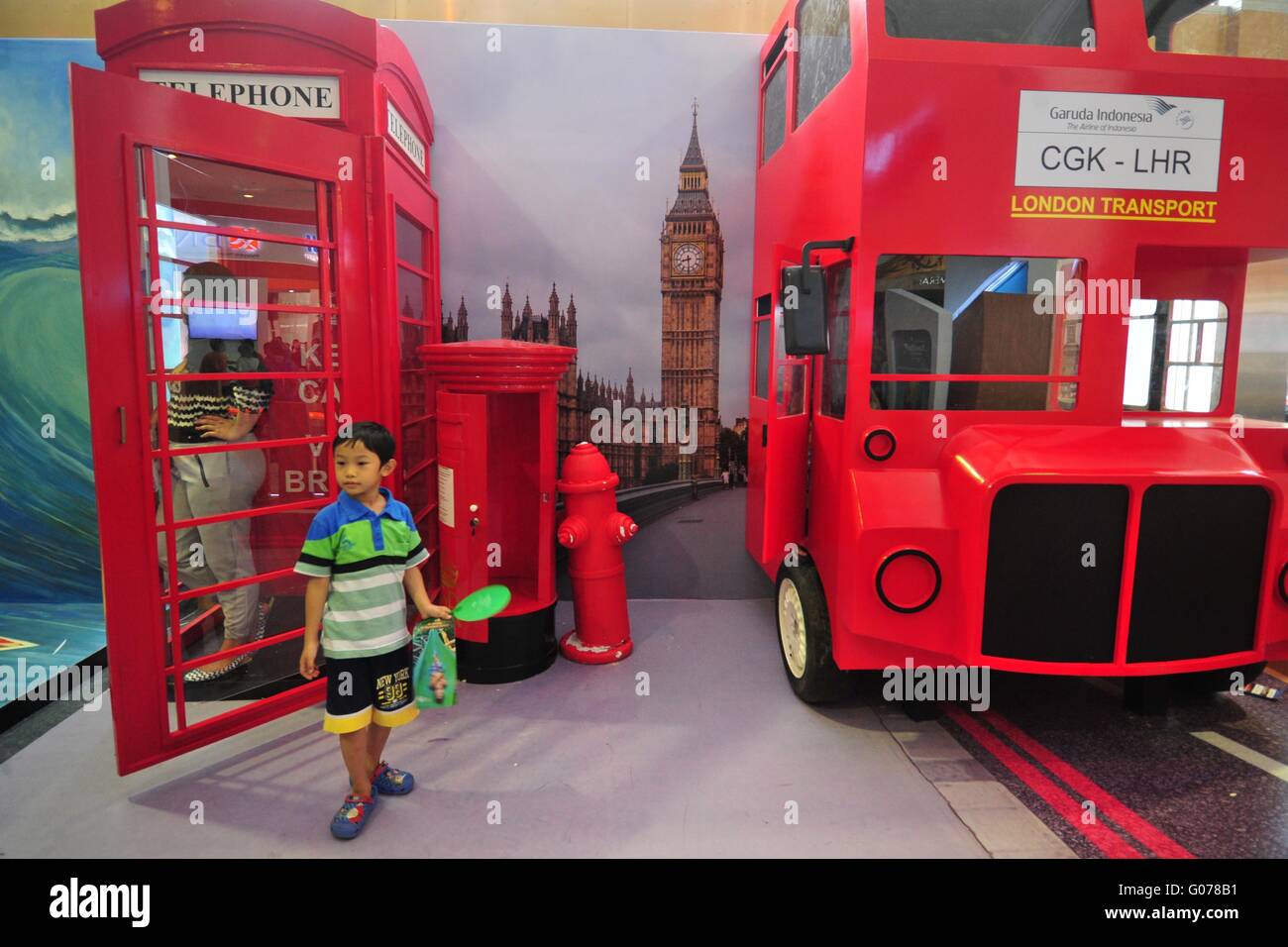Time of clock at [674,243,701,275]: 8:29
